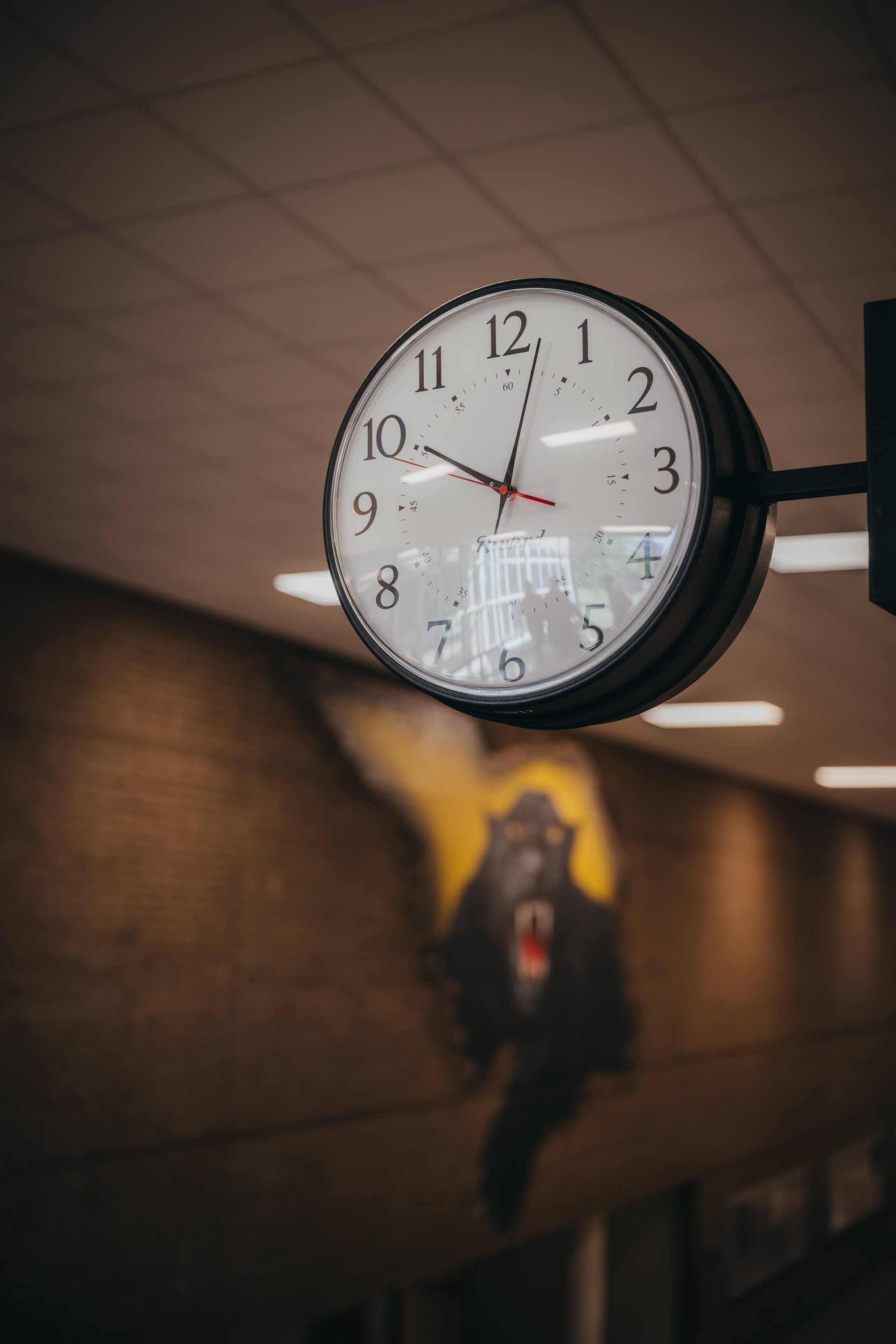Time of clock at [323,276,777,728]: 10:02
